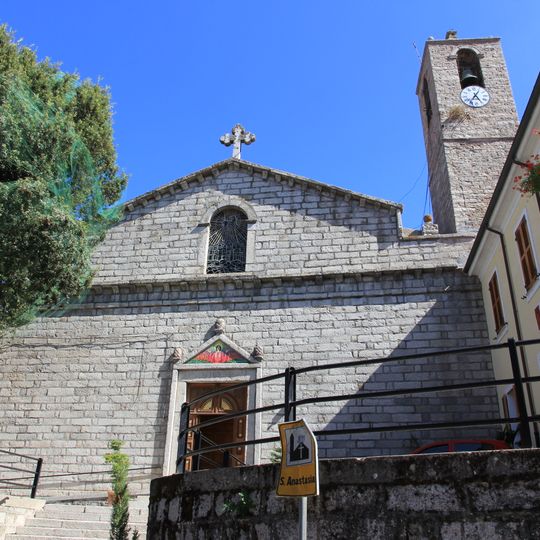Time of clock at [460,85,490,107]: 4:35
